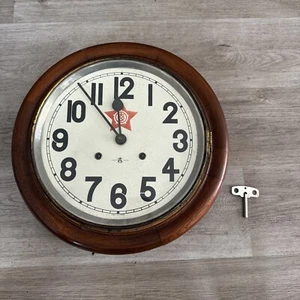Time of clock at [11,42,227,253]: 11:53
